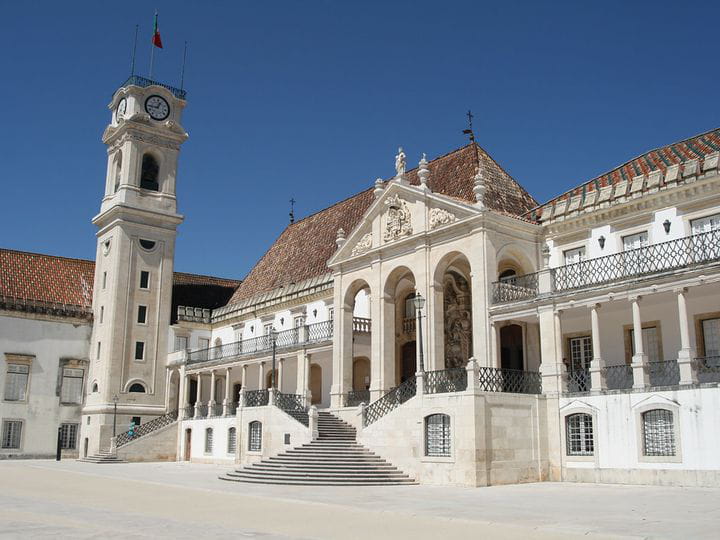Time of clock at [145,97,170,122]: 12:44
